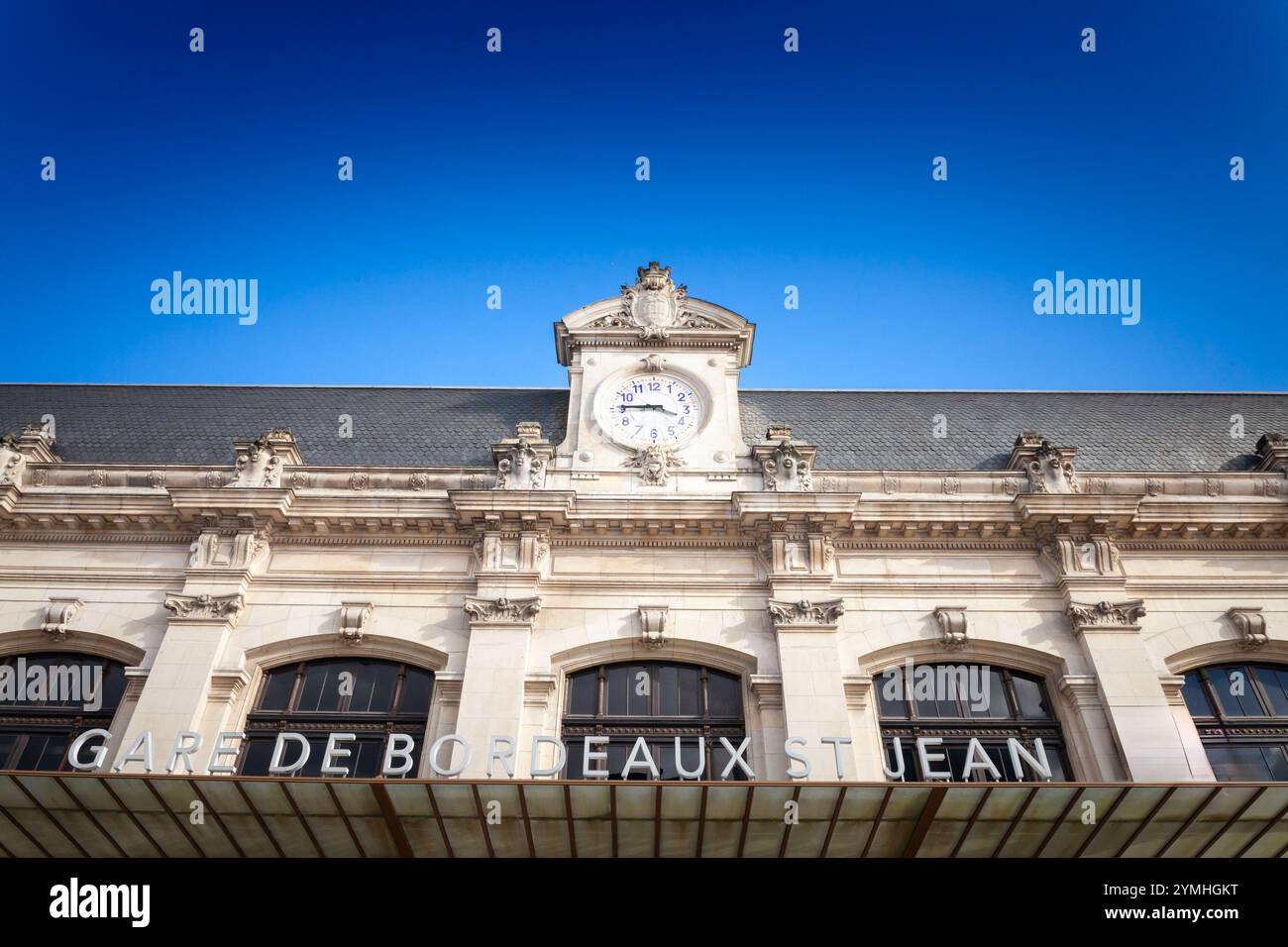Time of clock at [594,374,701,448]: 3:45
